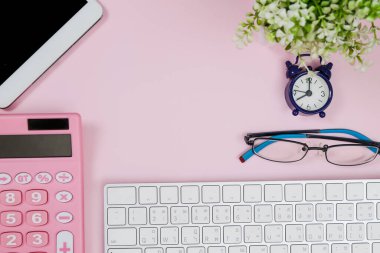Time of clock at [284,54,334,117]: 8:00
